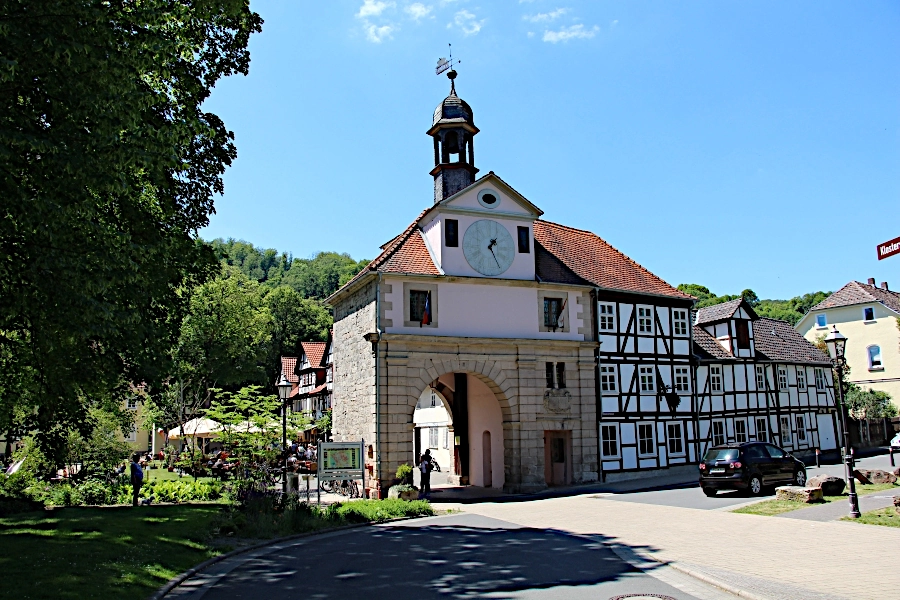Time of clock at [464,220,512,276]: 1:25
